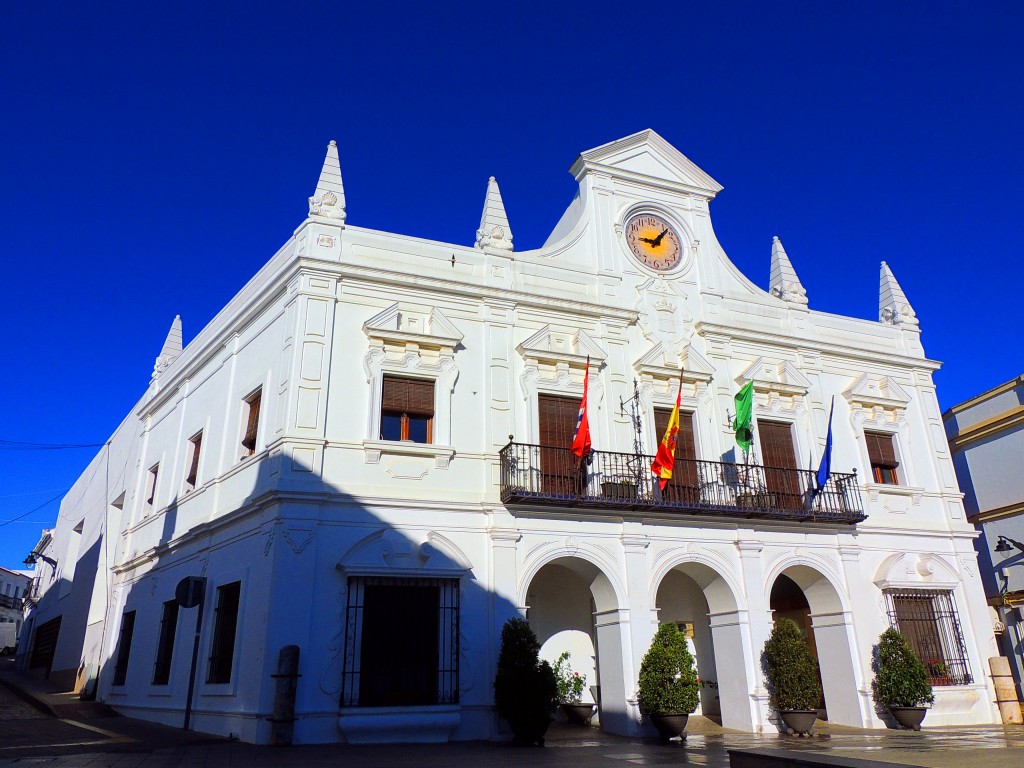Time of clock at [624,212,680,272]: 9:07
